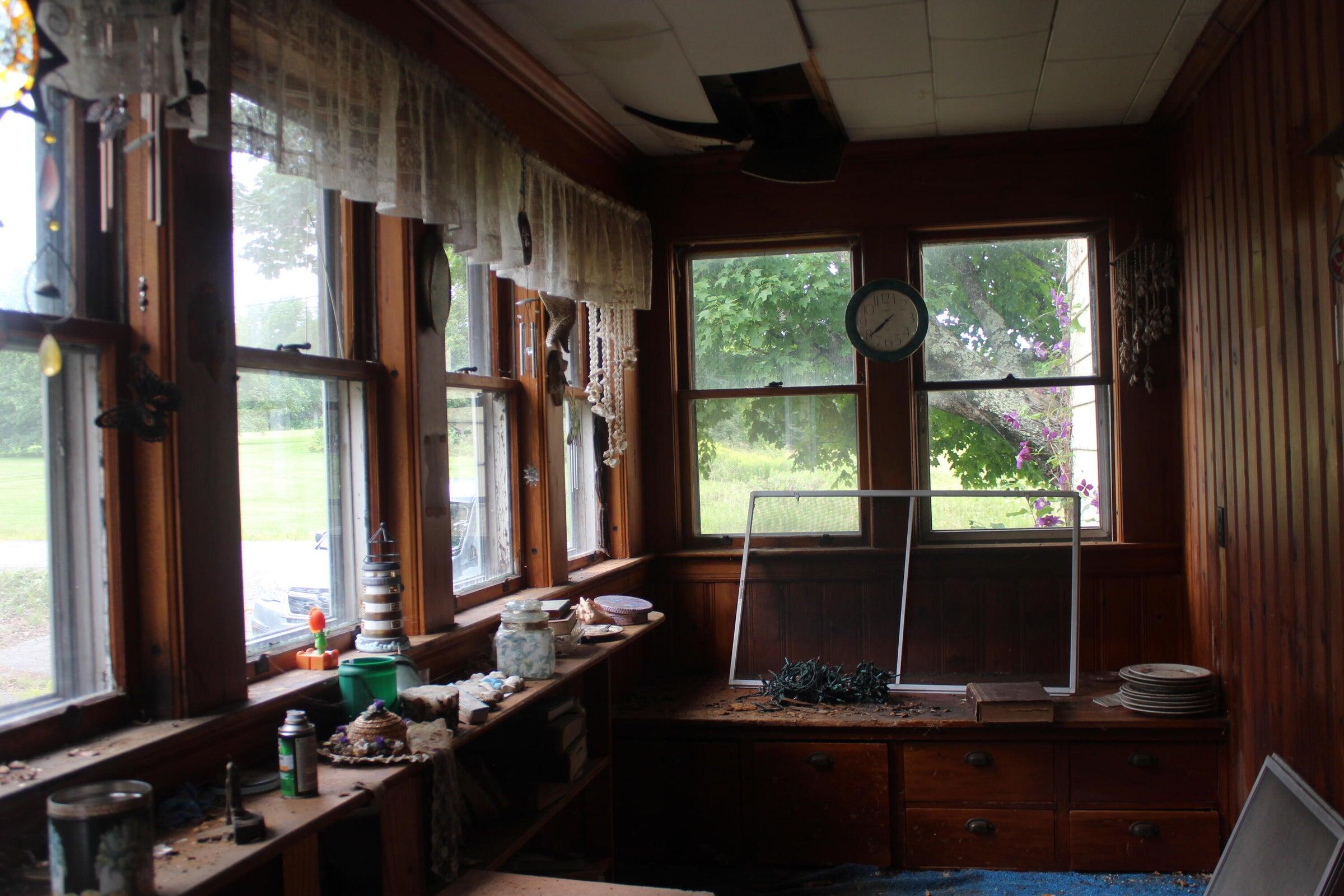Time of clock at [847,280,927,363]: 7:39
